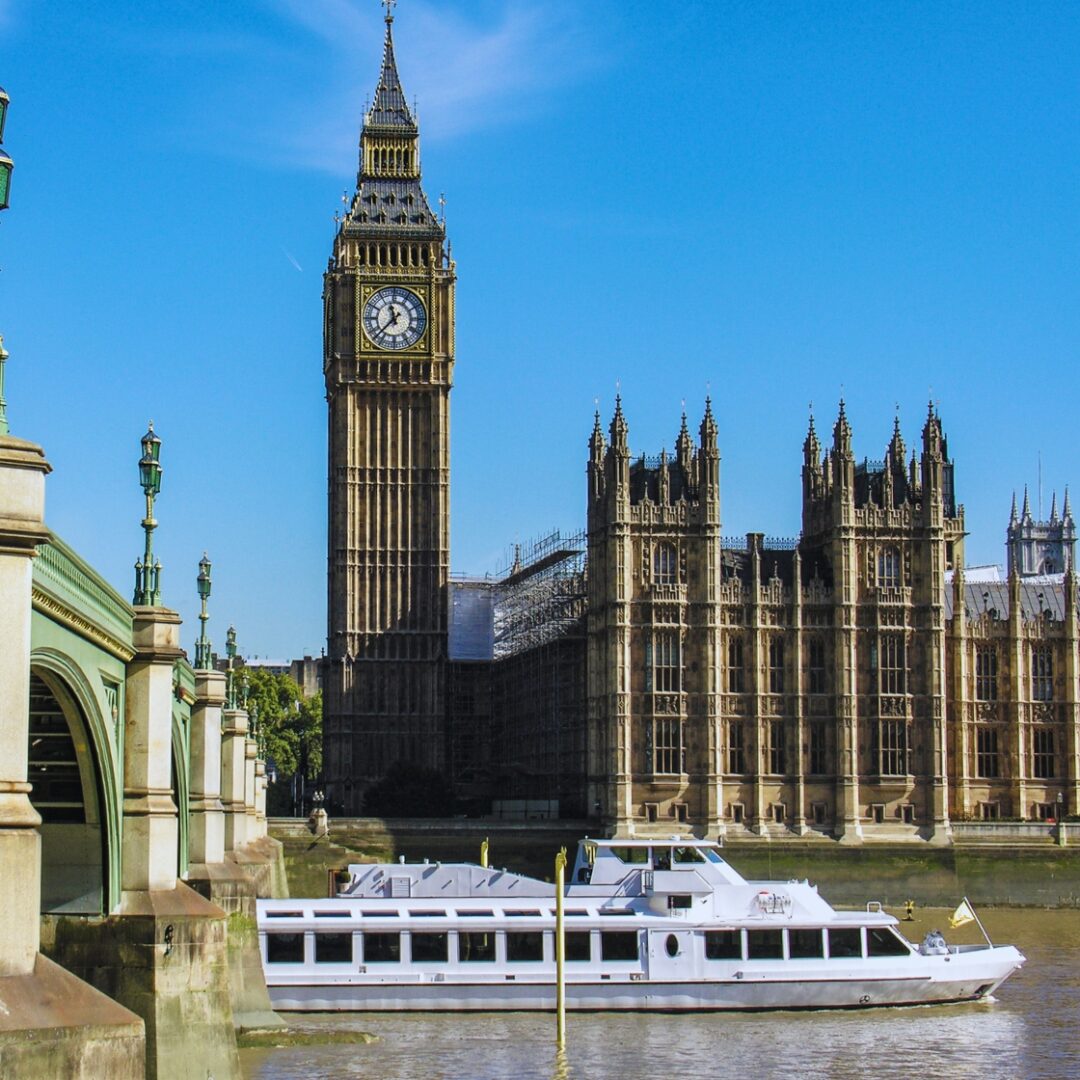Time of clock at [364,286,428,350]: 11:37
